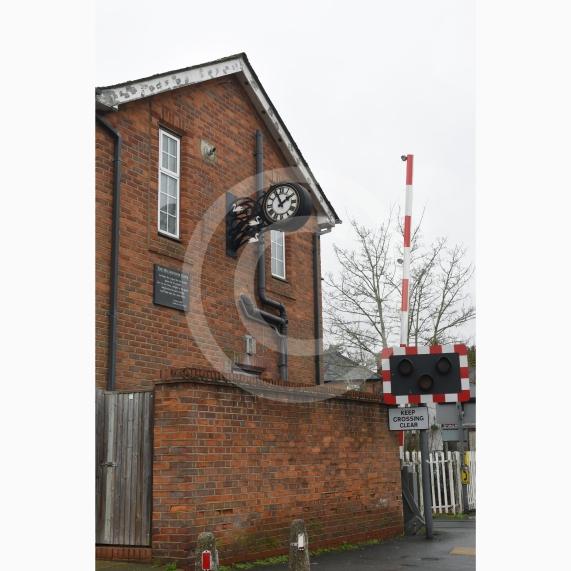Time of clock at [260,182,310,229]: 1:56
